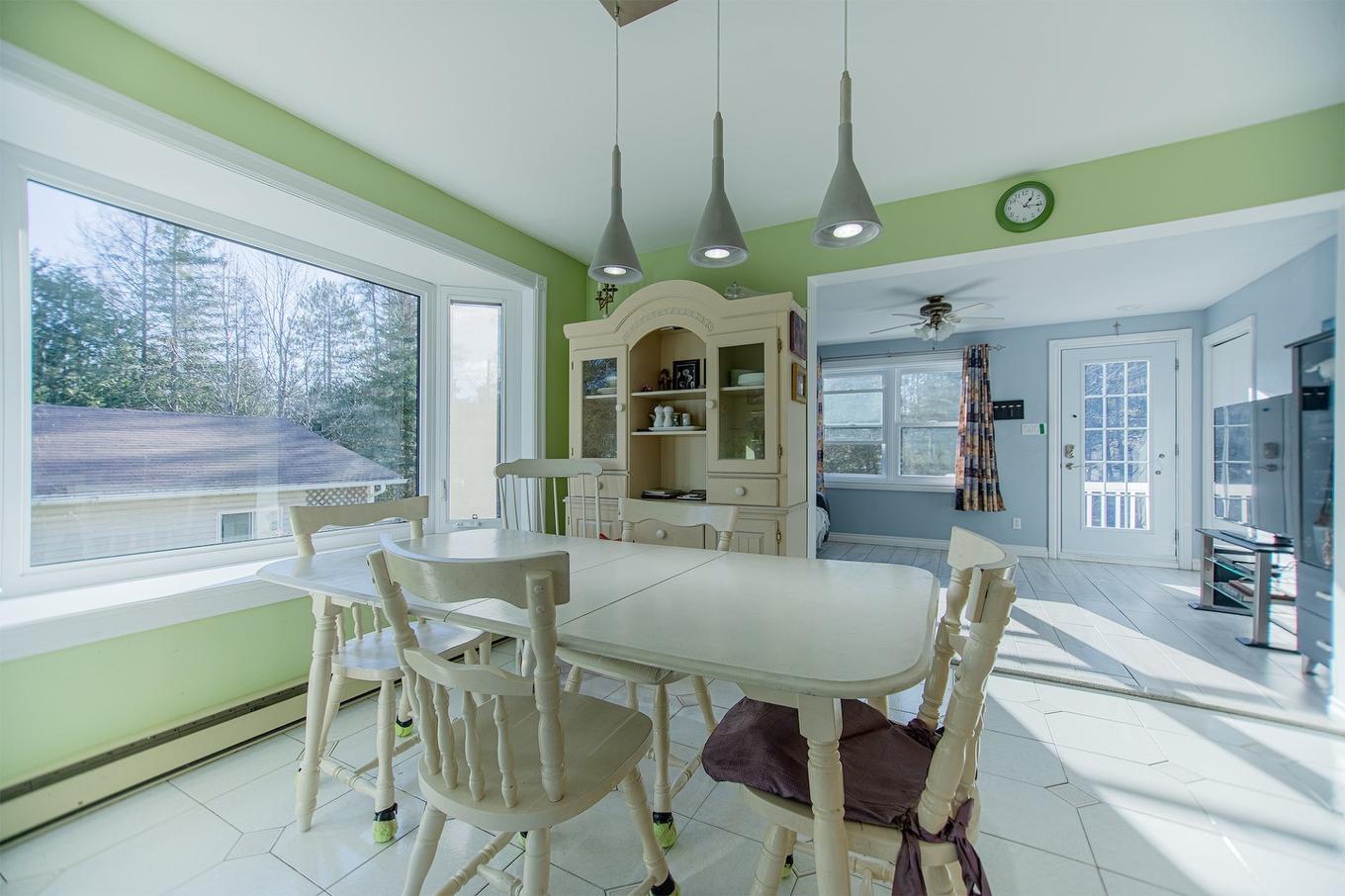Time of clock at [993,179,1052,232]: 1:16
